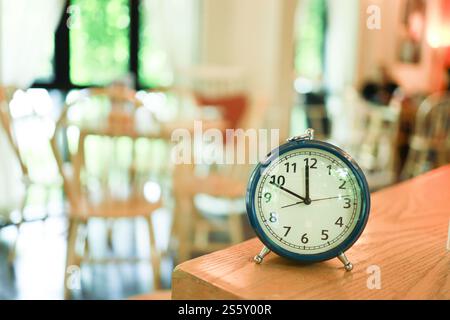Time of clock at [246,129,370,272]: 11:48
